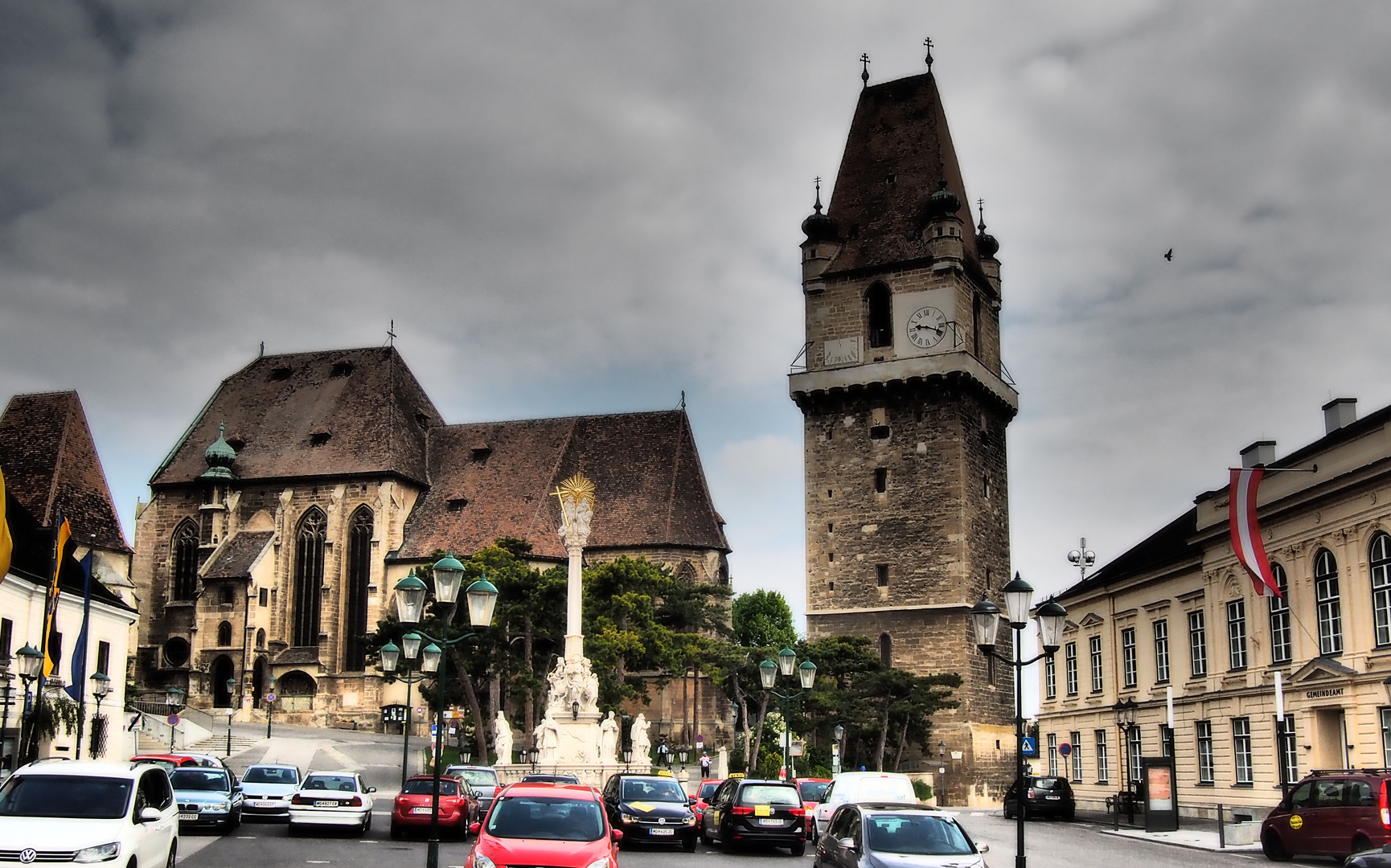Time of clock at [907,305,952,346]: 9:18
